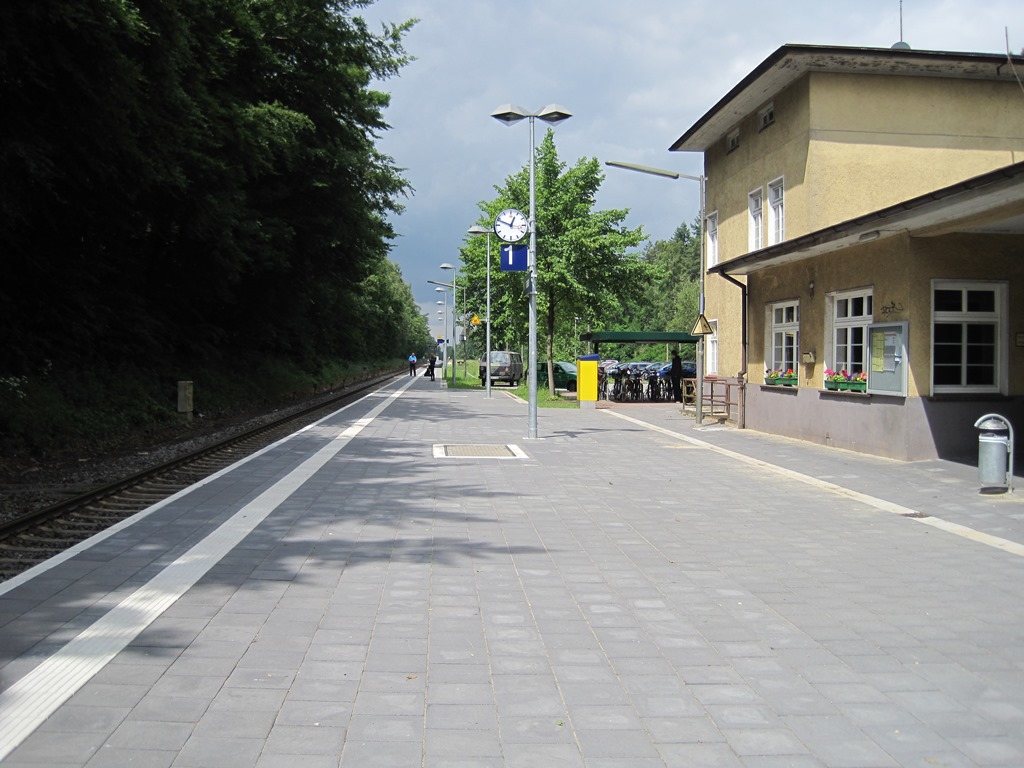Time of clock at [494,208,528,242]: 12:48
